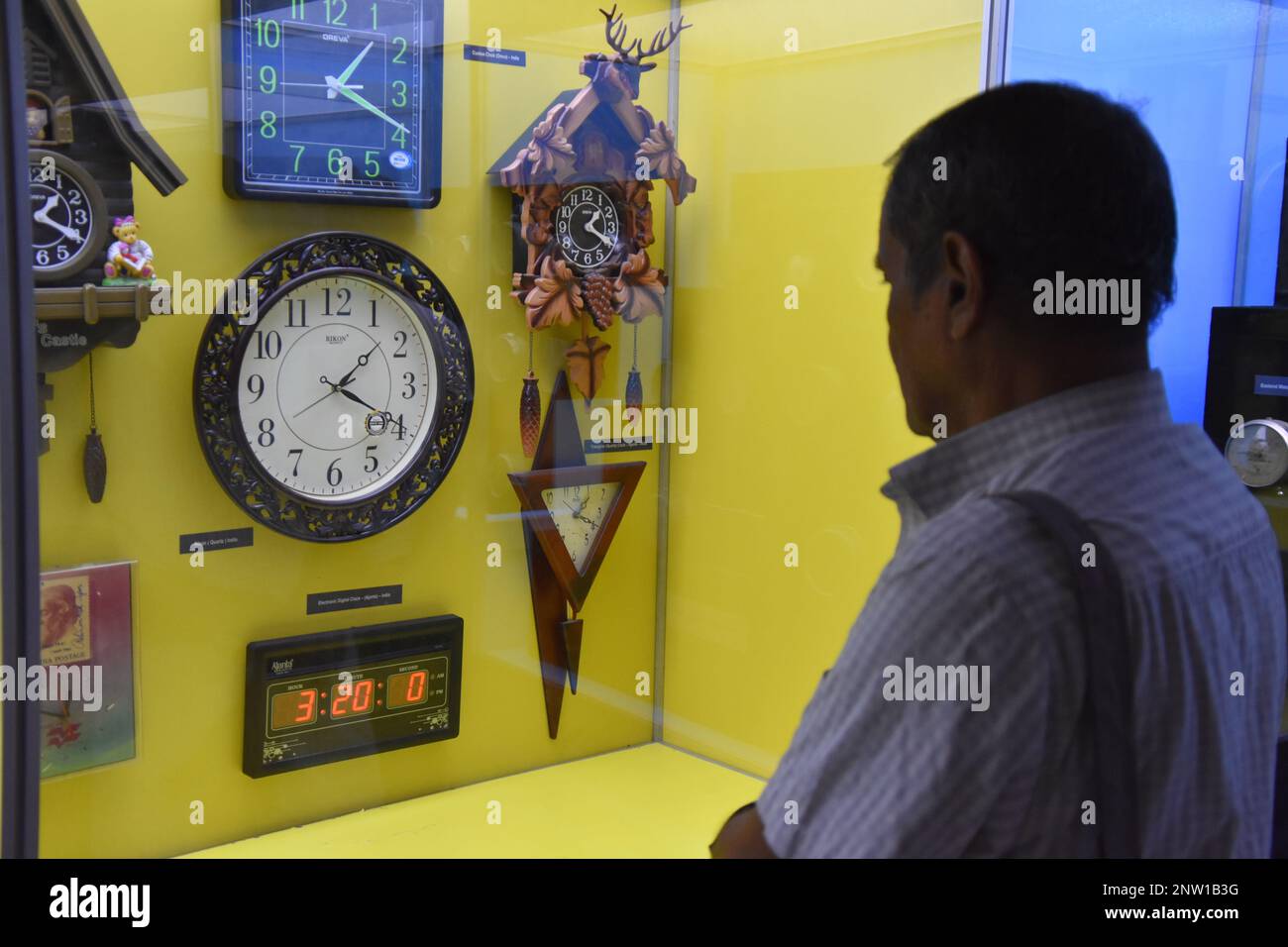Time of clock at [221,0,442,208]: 1:18
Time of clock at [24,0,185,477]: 1:18
